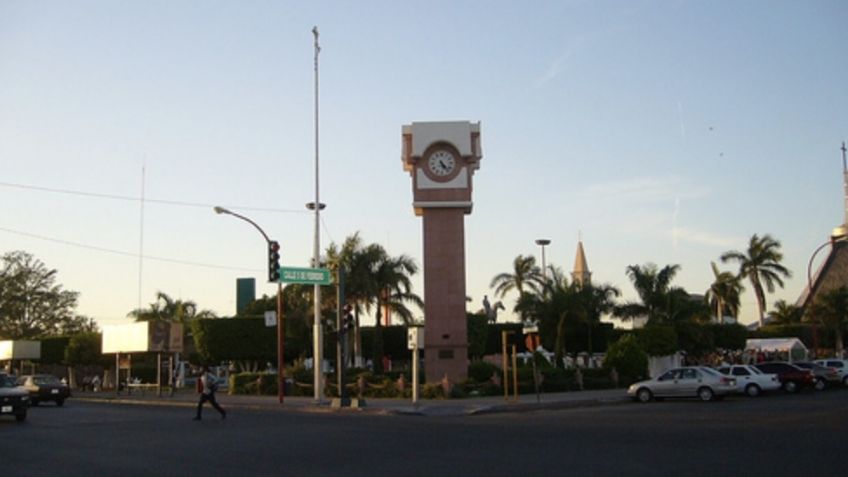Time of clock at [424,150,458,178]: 5:23
